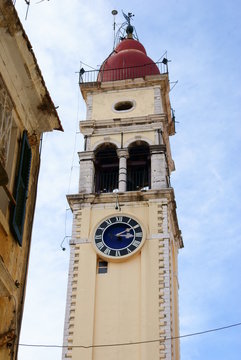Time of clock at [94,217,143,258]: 3:09
